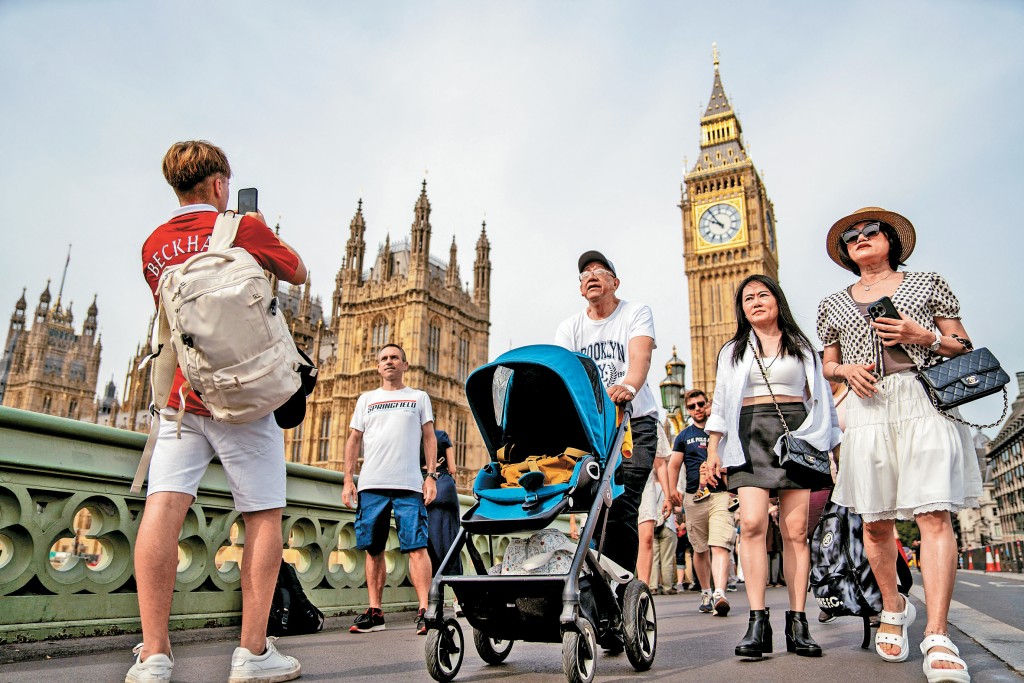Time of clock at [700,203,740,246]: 9:54
